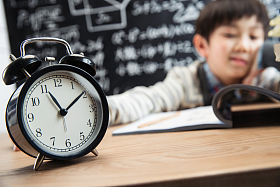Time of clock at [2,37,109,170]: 11:09
